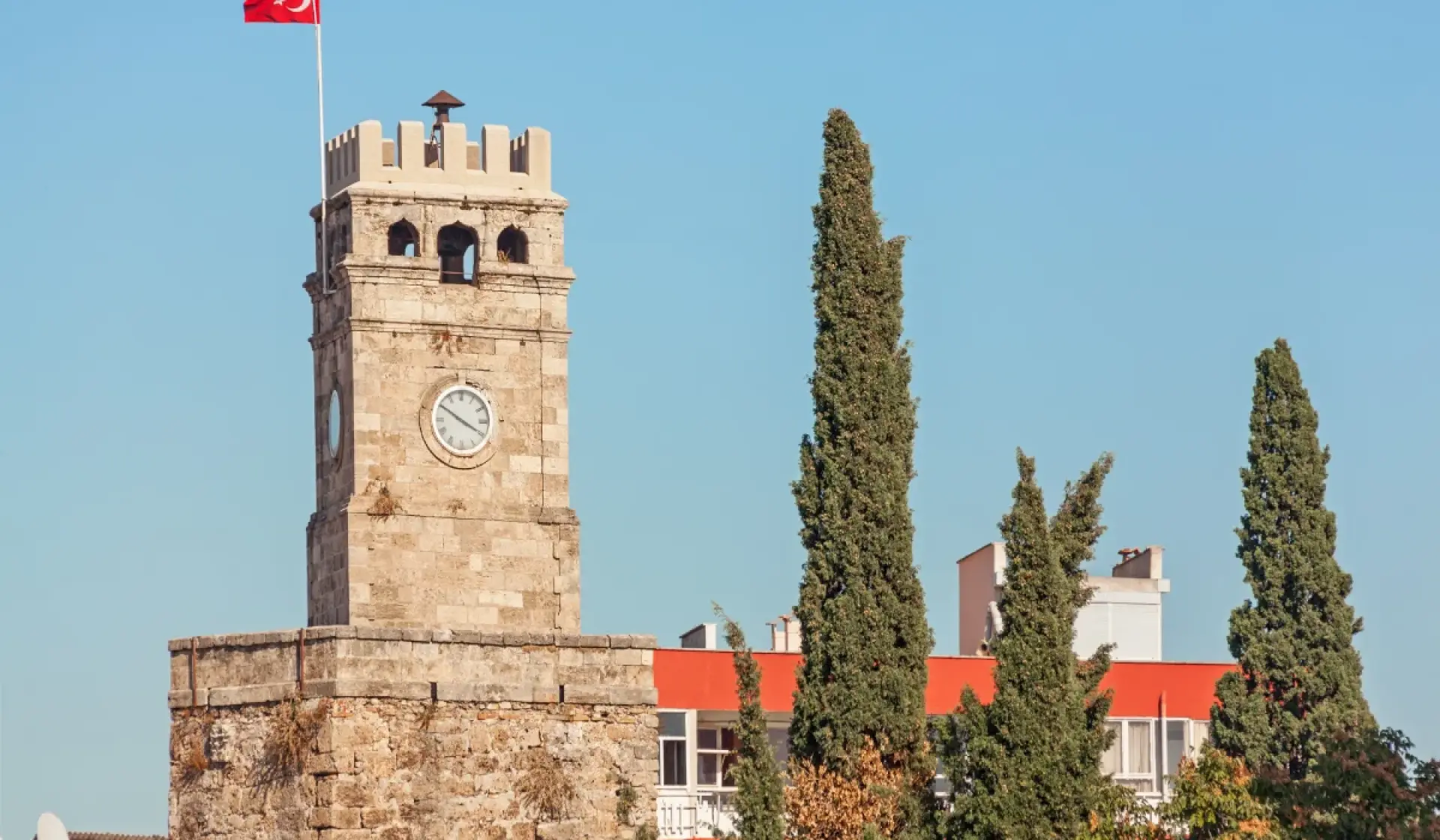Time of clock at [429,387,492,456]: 3:50
